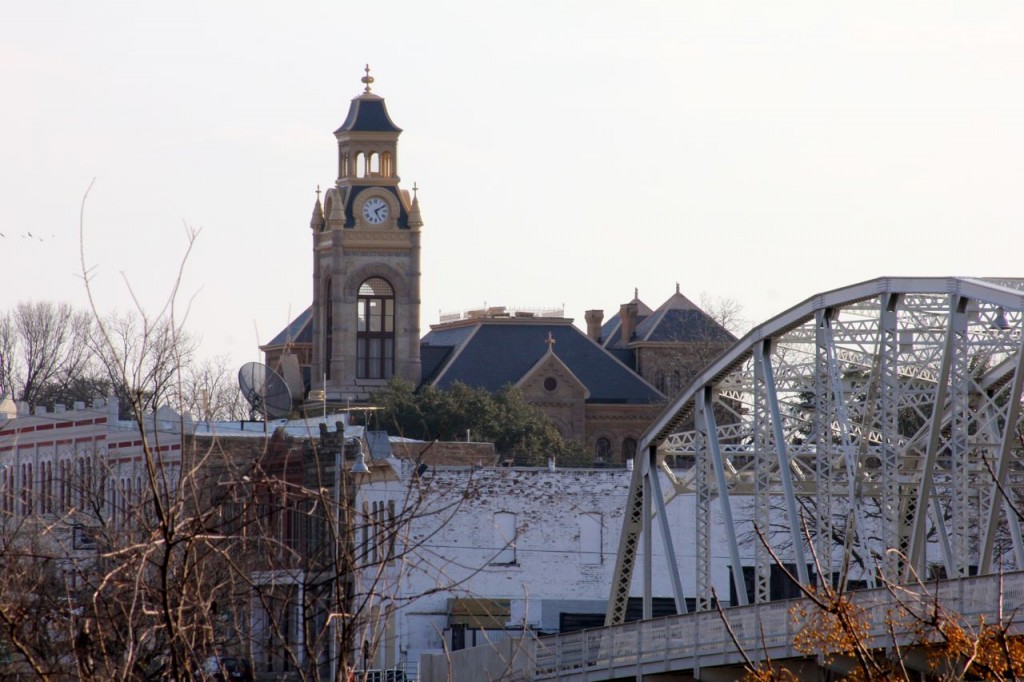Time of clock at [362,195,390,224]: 5:09
